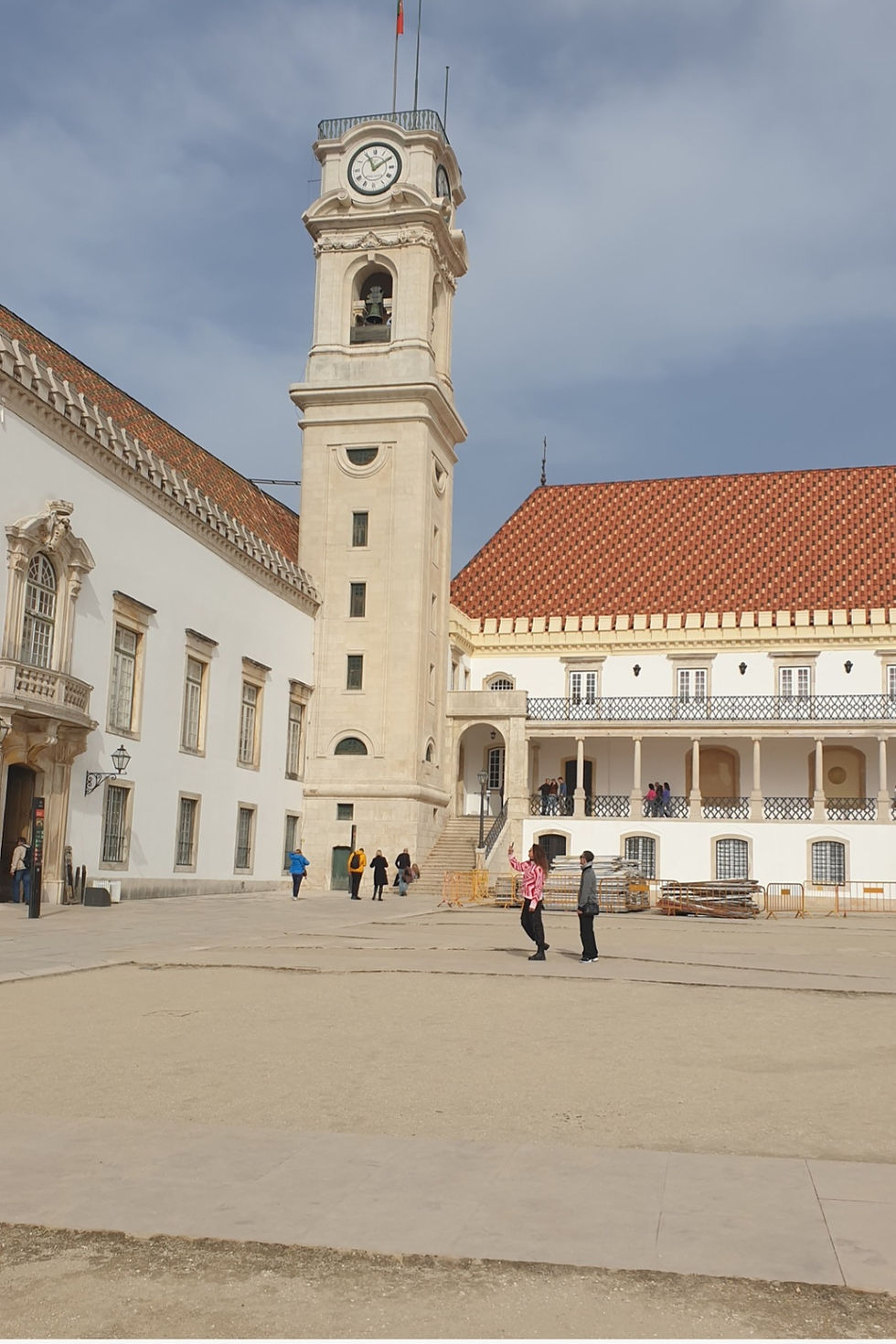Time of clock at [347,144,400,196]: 11:09
